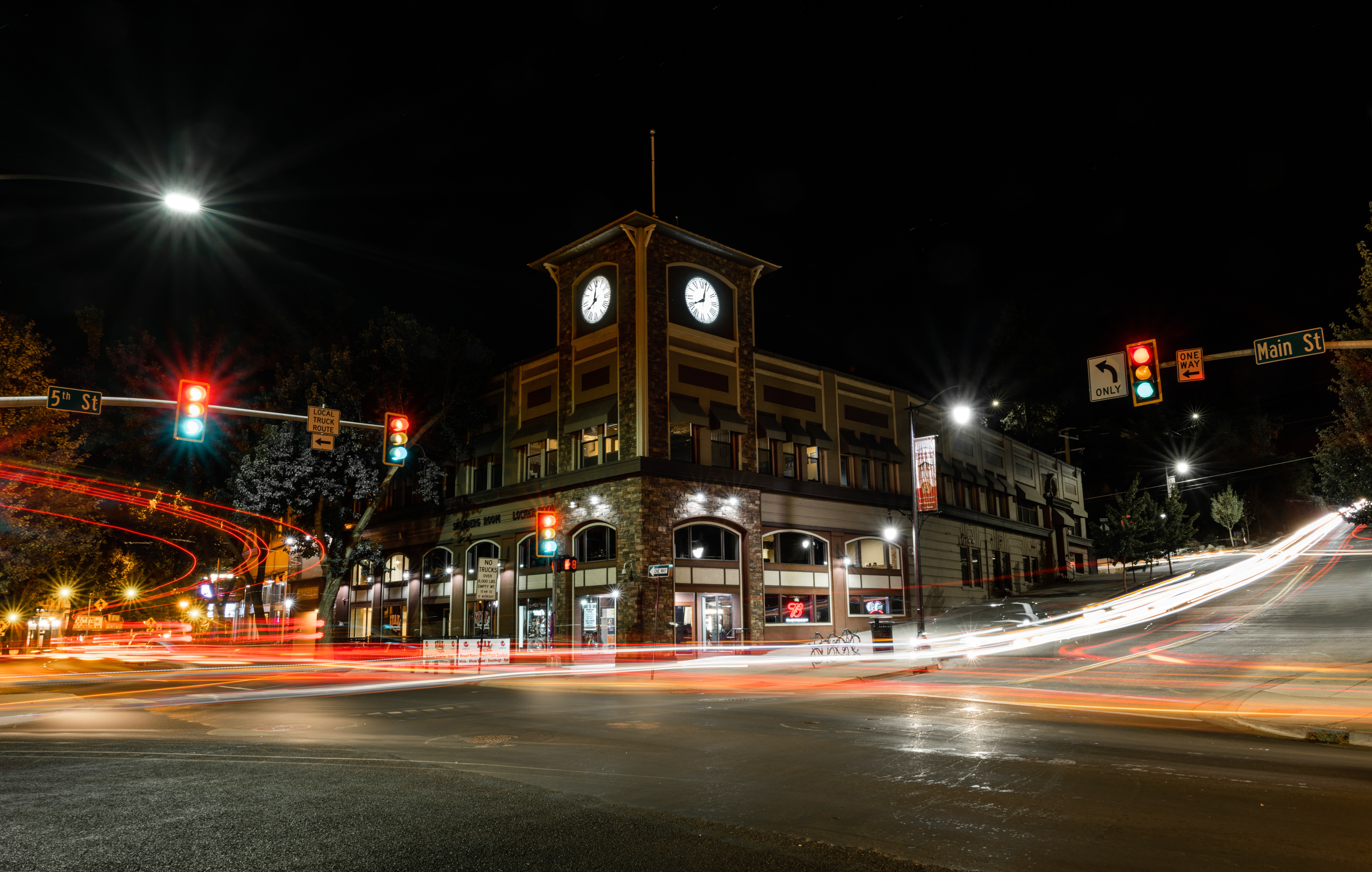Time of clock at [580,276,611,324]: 8:01
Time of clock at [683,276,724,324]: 8:02
